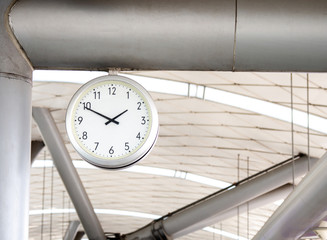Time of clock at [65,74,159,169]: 1:49
